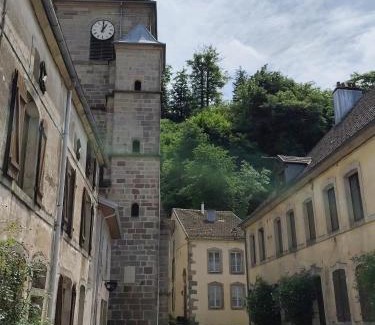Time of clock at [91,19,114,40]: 1:00
